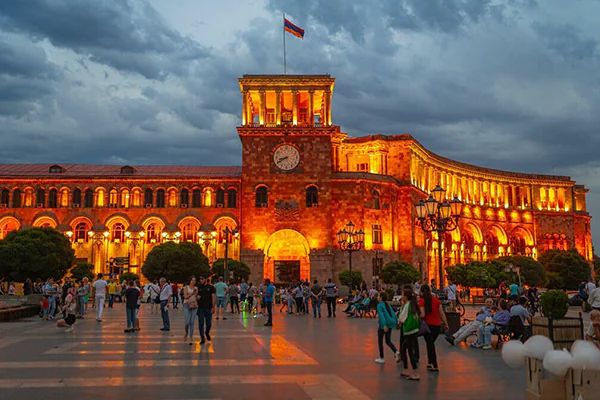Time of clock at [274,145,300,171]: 8:40
